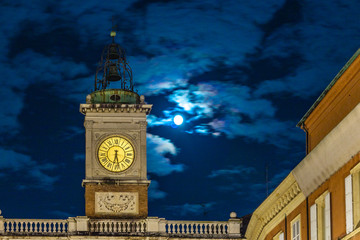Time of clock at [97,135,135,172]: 6:27
